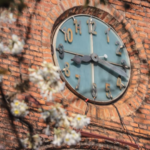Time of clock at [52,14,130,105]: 8:18
